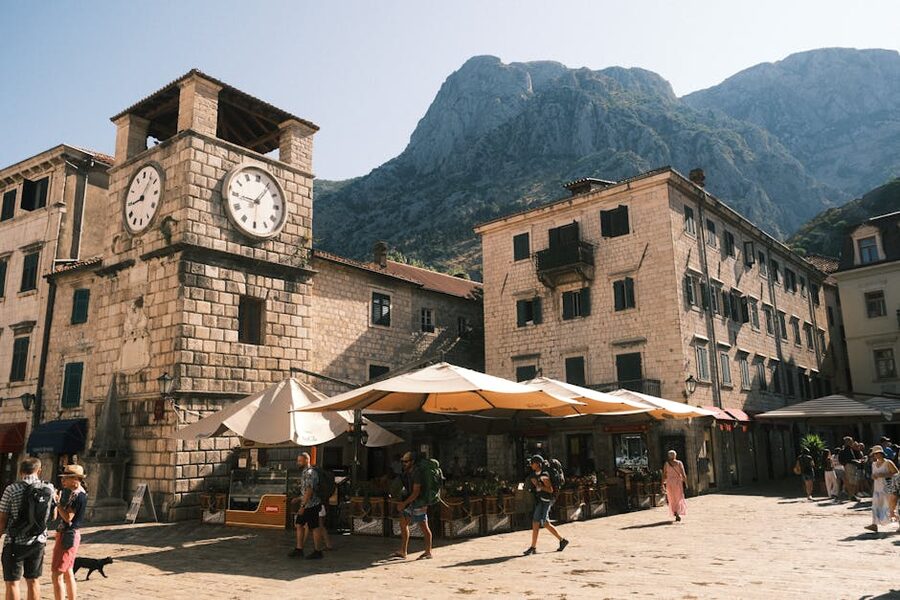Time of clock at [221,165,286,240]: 9:06
